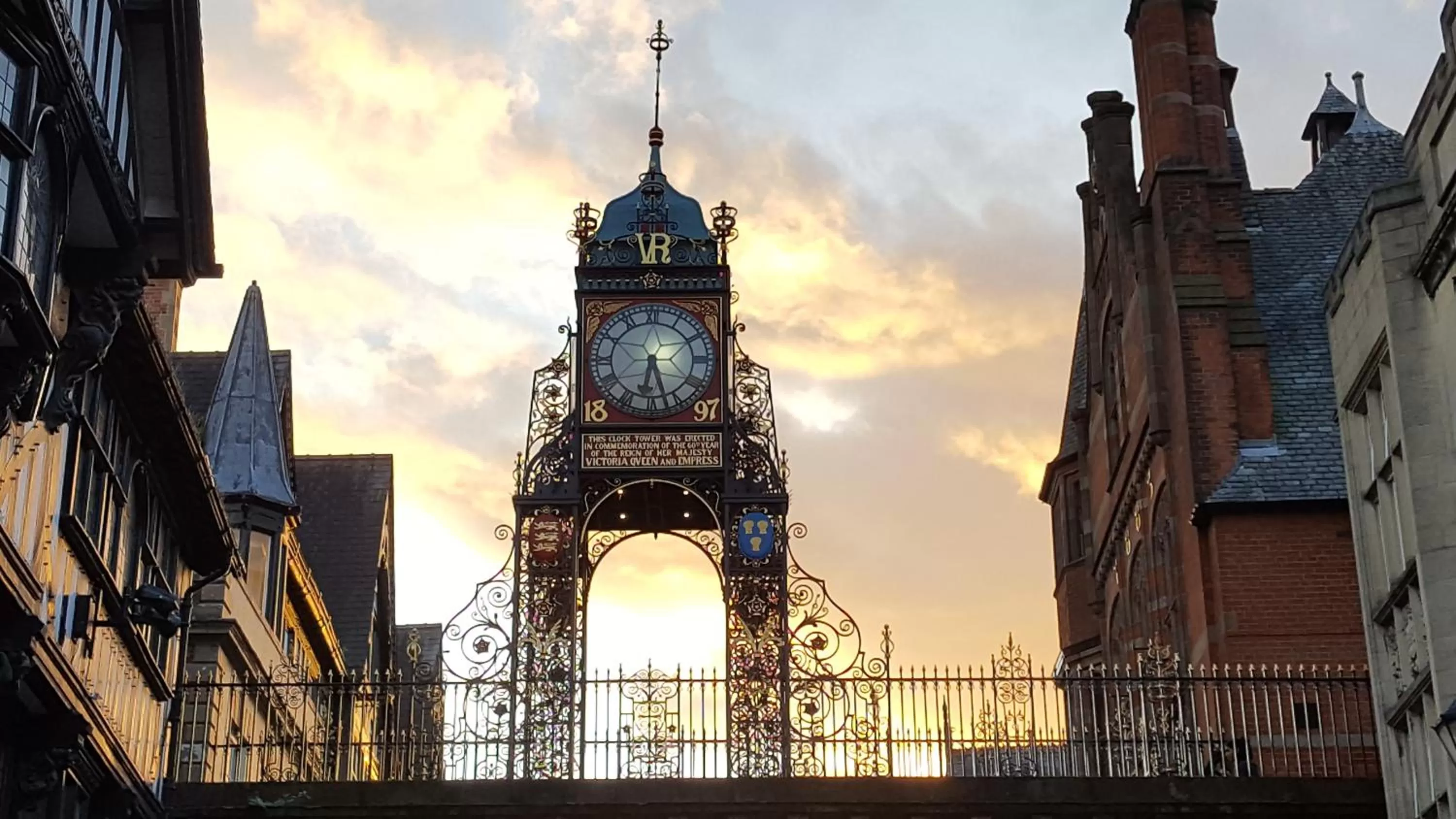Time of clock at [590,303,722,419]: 6:27
